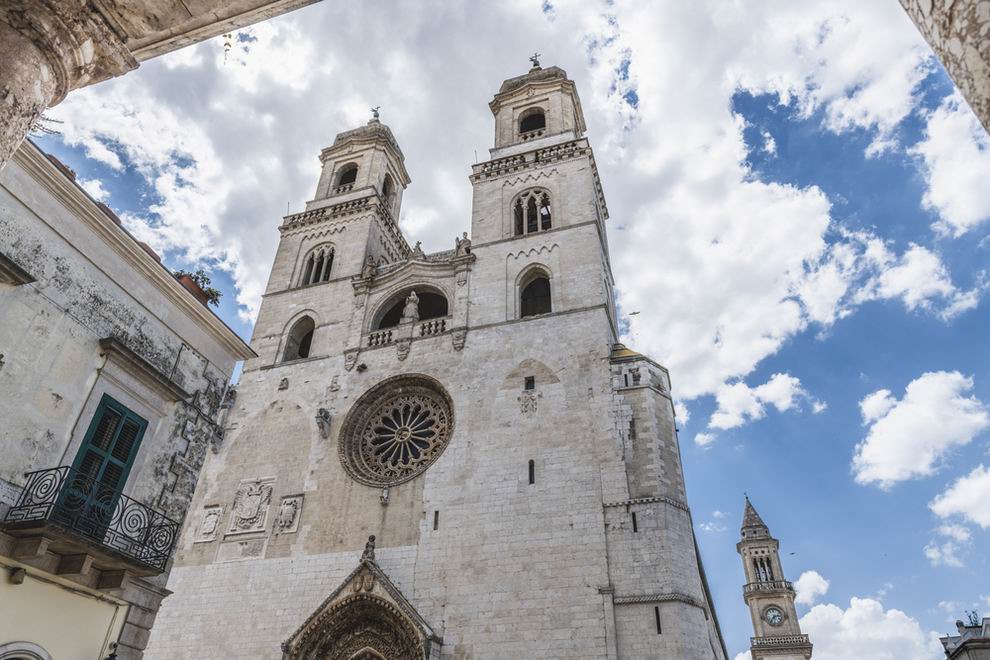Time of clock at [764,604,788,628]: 7:12
